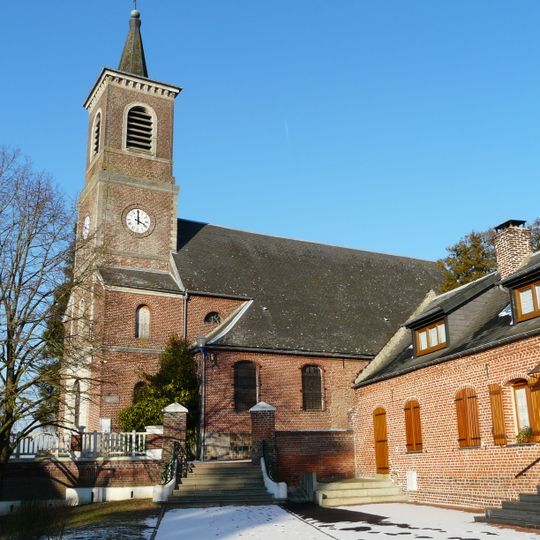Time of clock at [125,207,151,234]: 4:00
